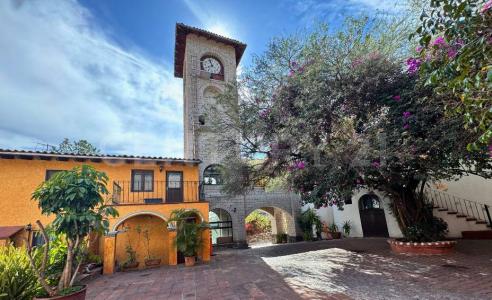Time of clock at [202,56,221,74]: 7:57
